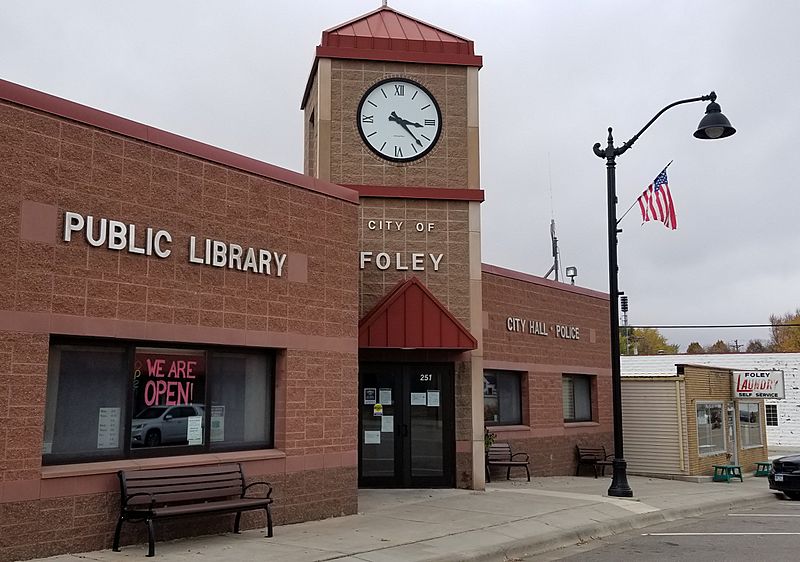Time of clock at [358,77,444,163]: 3:22
